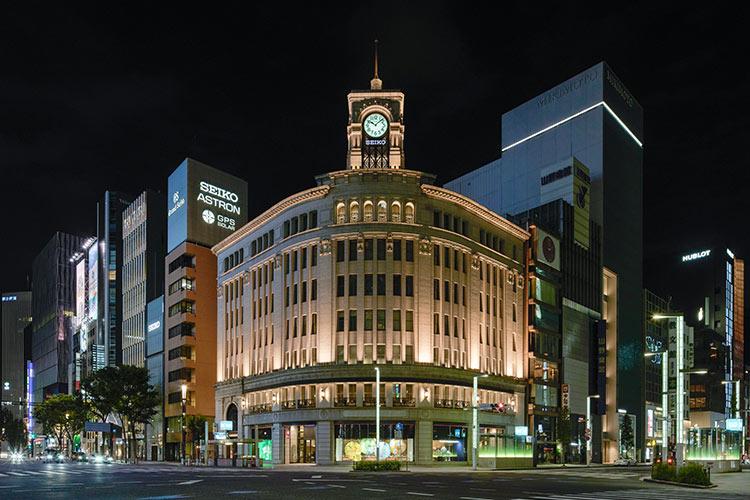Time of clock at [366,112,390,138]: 10:07
